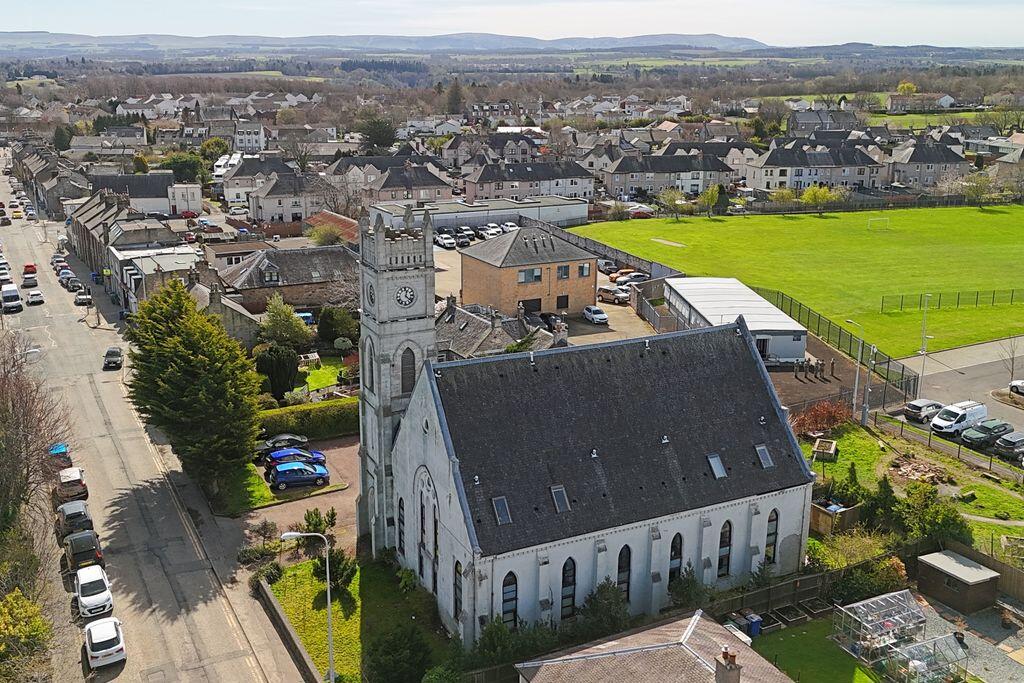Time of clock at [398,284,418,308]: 12:22
